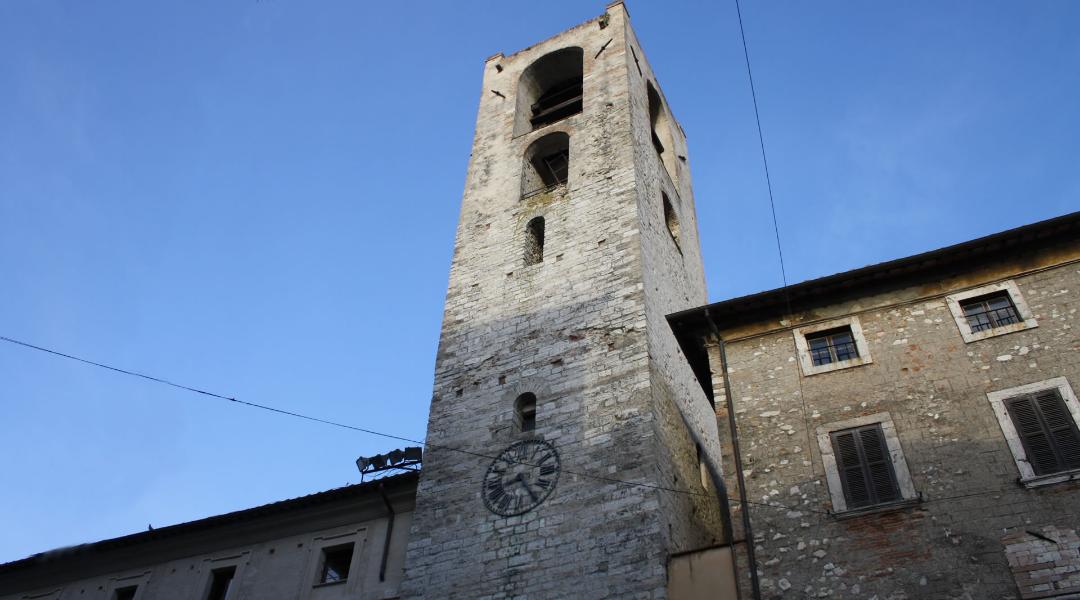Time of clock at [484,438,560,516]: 8:24
